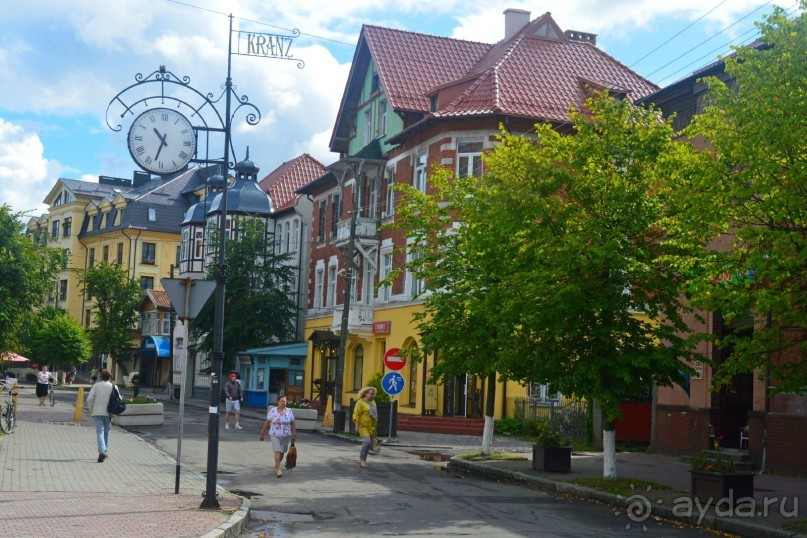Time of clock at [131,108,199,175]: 10:32
